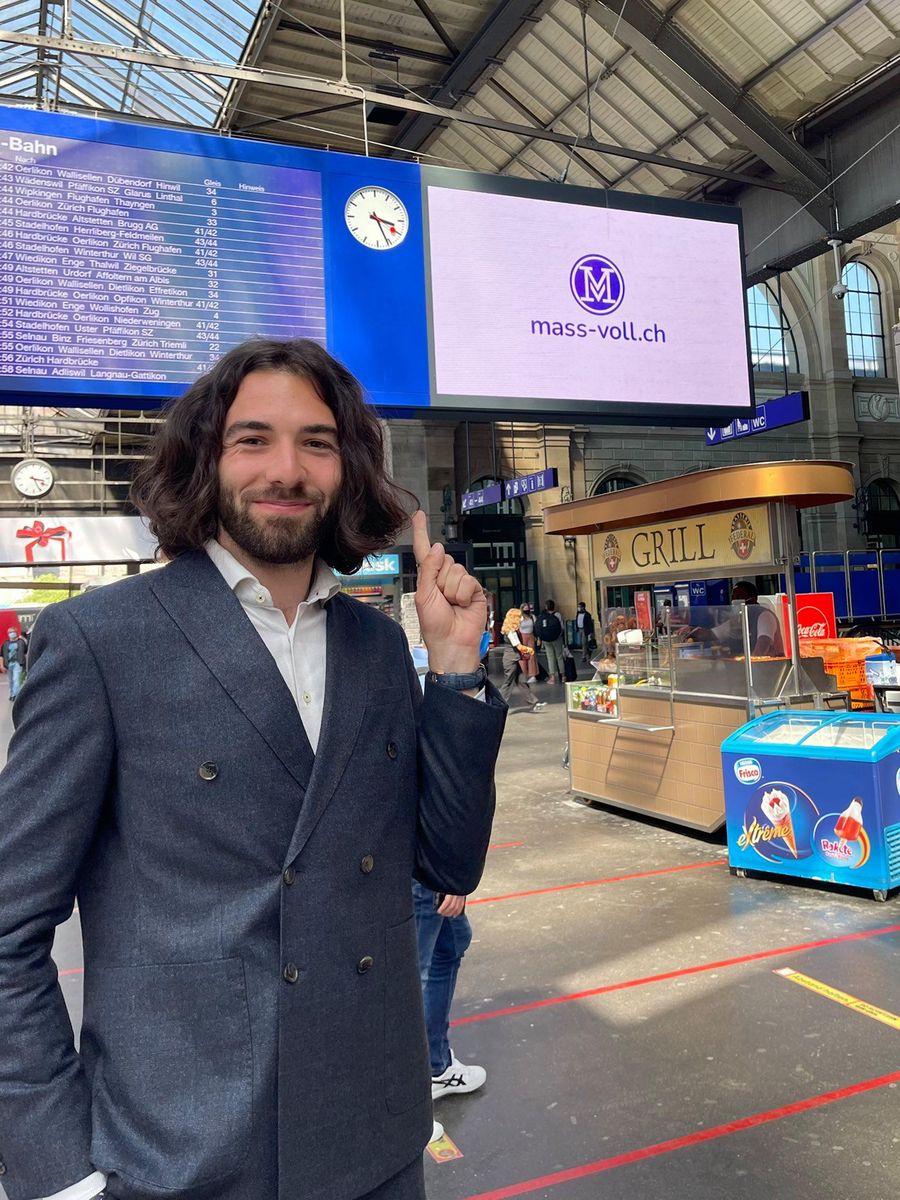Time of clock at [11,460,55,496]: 3:25
